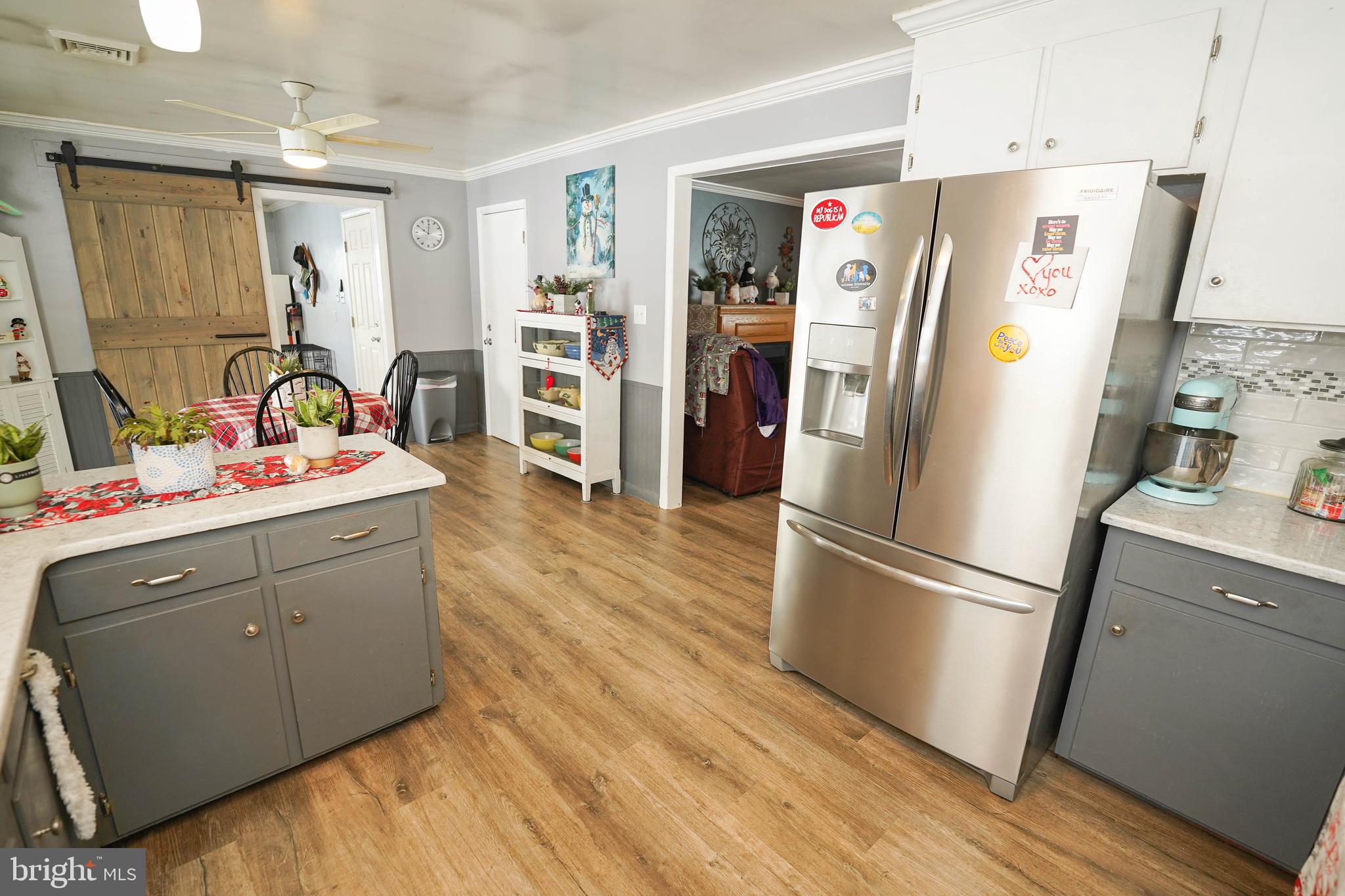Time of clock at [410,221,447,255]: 10:00
